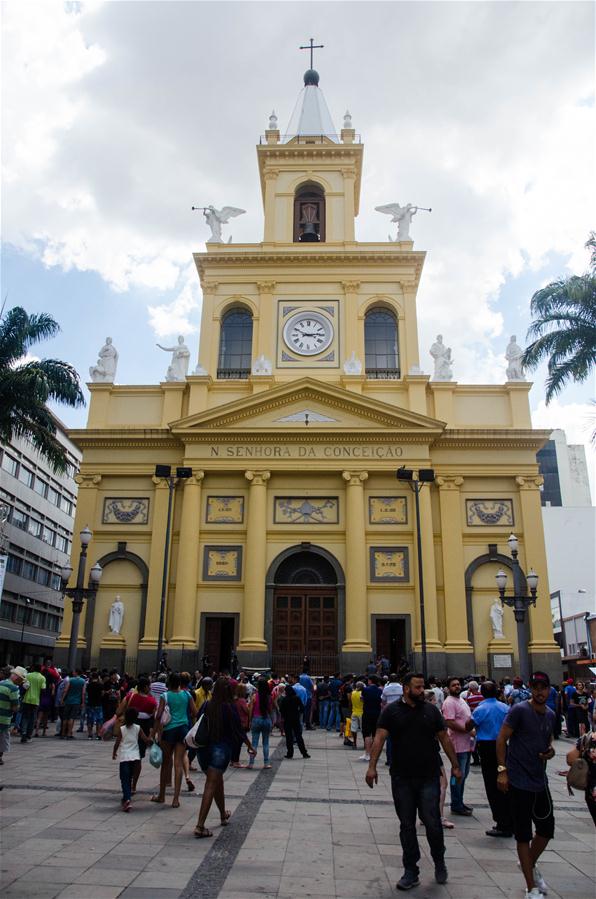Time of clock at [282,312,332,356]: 2:49
